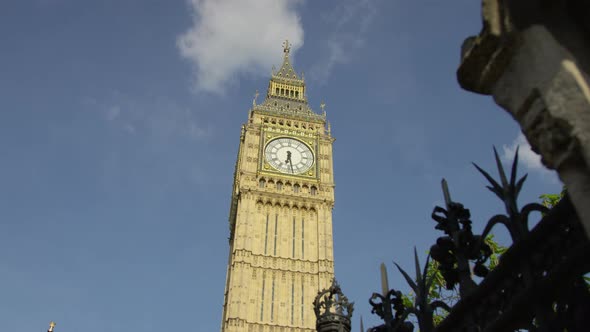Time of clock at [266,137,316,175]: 6:28
